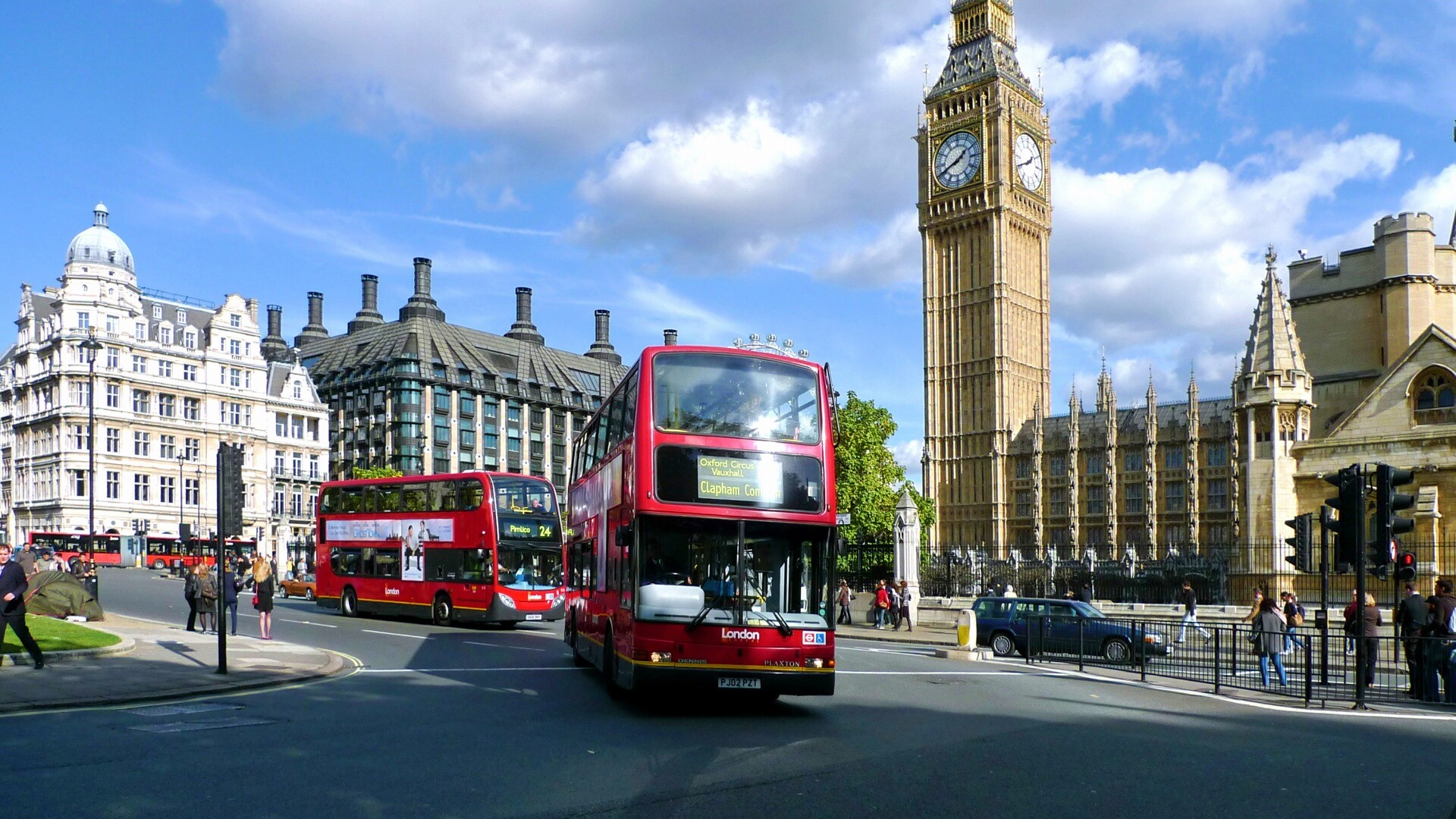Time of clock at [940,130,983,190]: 1:41
